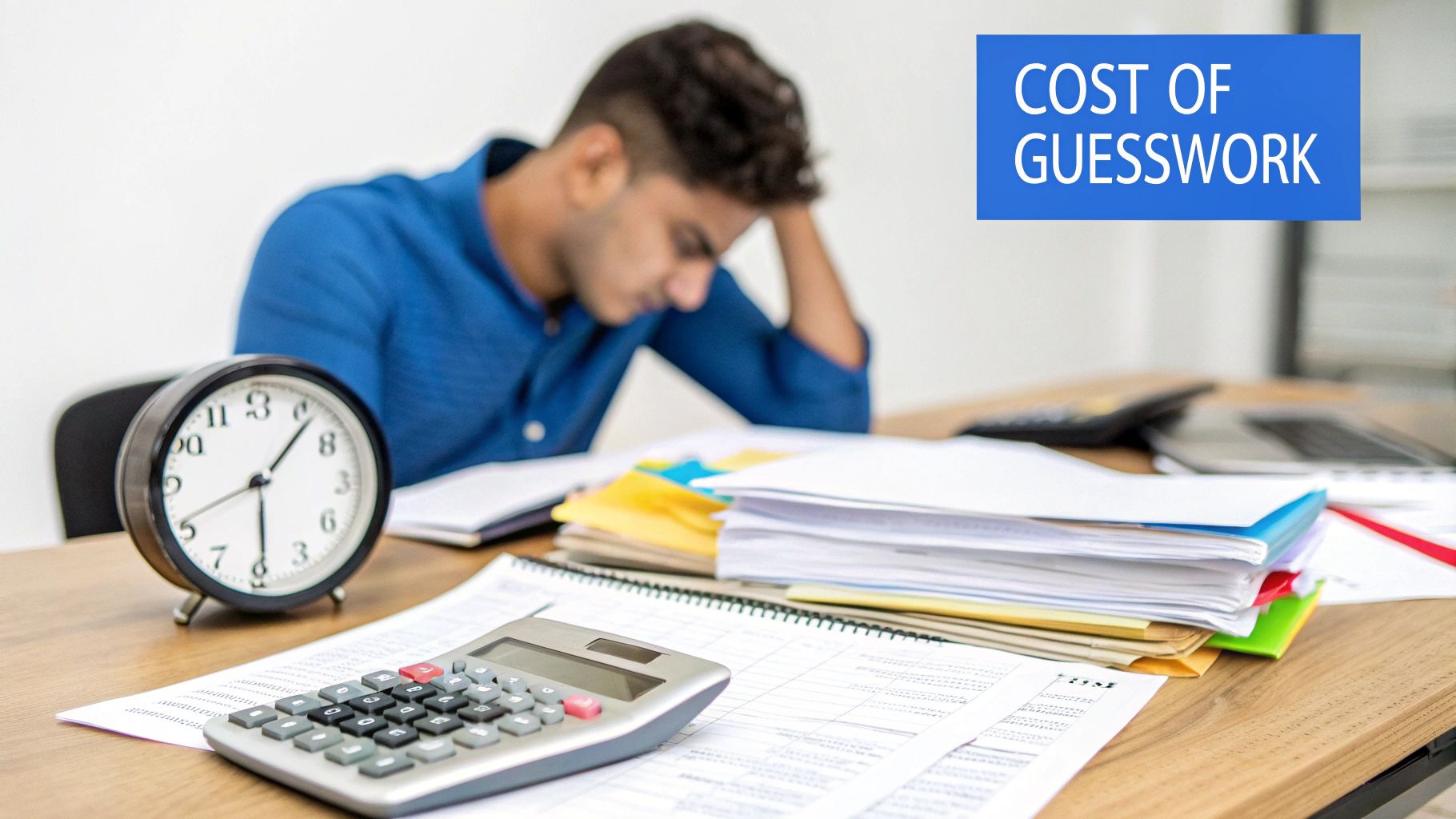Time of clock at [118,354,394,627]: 8:06
